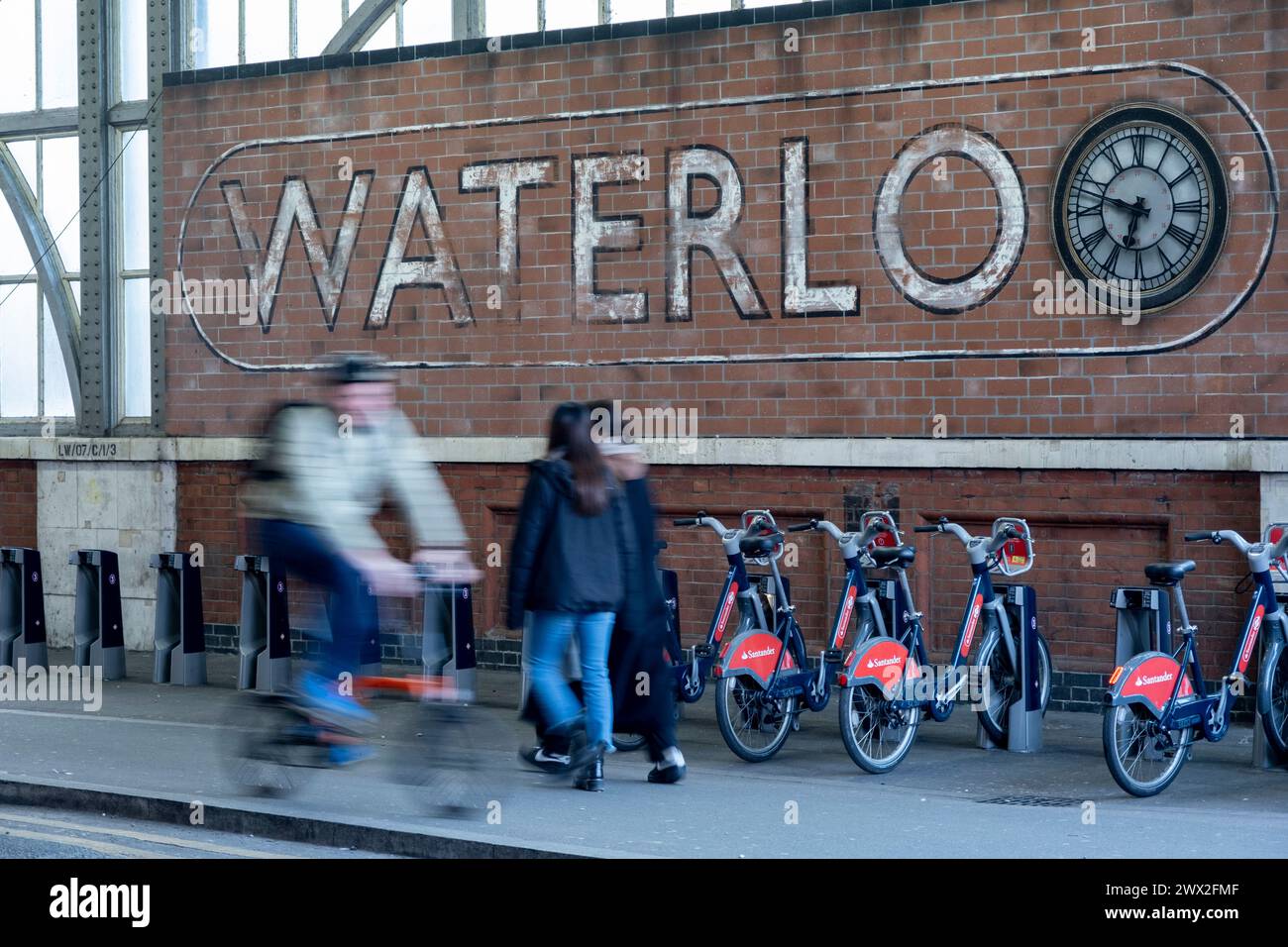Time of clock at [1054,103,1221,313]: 6:47
